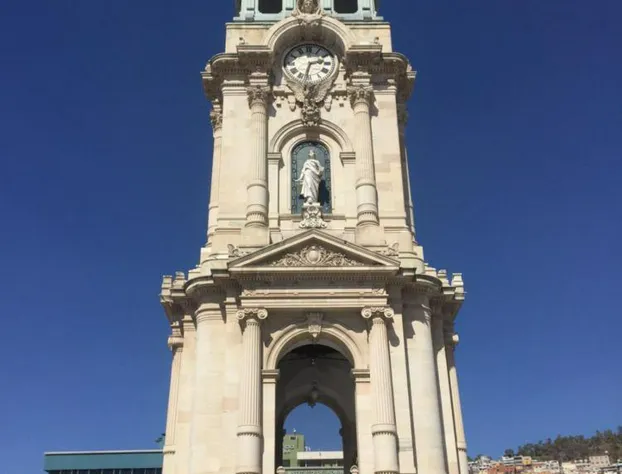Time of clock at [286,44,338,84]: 2:32
